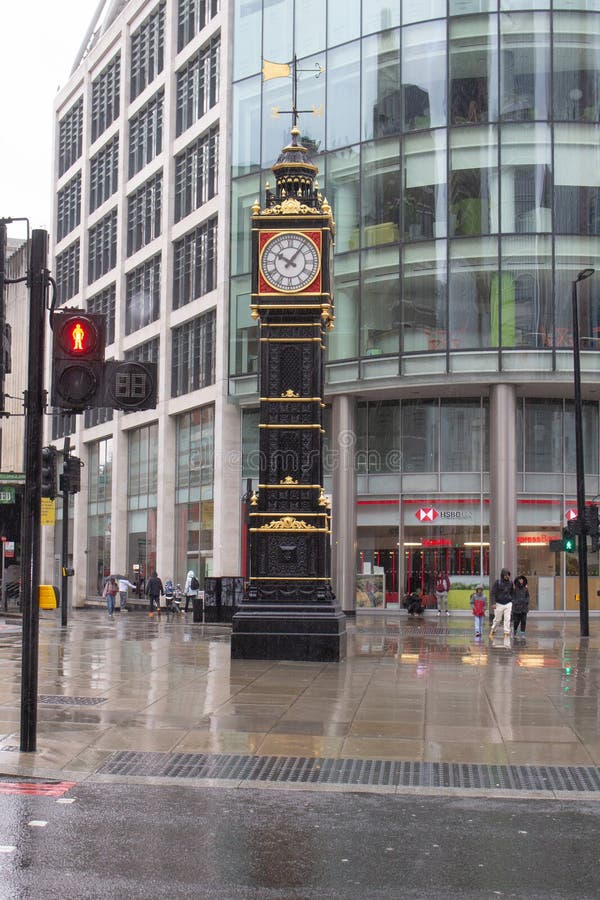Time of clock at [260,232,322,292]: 10:06
